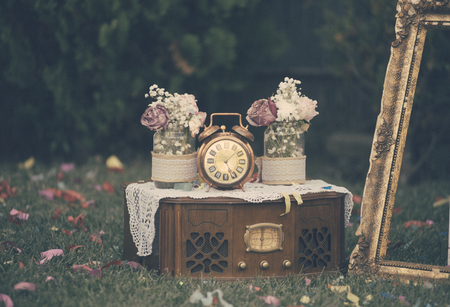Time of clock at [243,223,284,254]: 5:59
